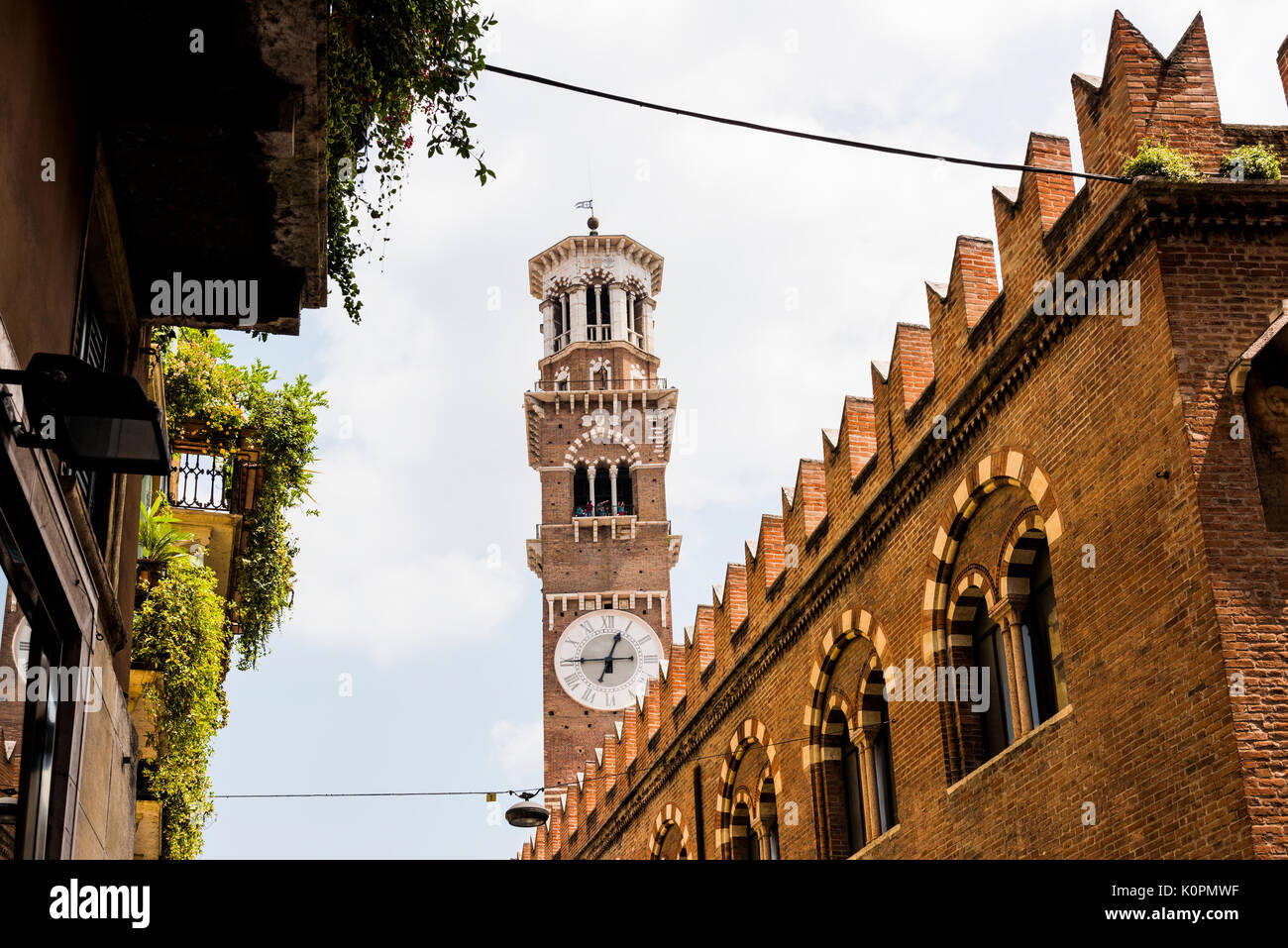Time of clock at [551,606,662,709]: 12:45
